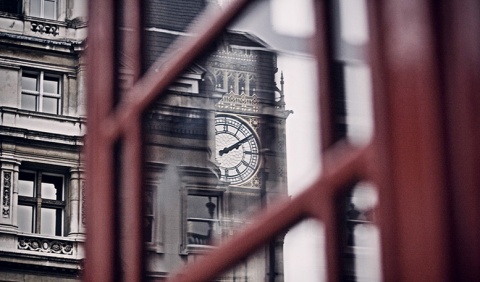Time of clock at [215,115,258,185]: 2:09
